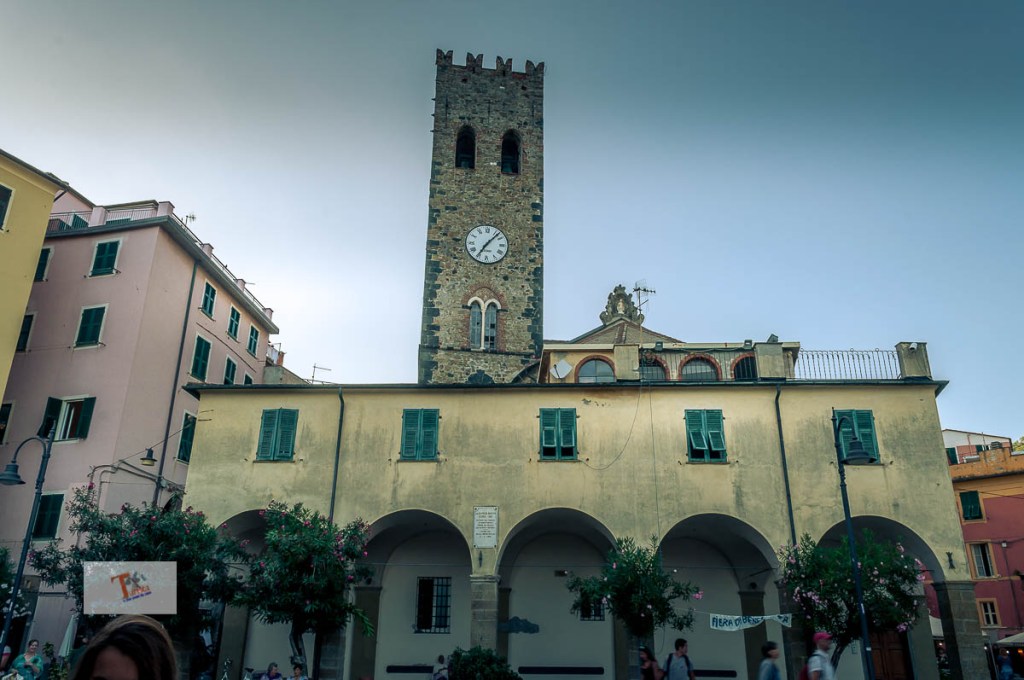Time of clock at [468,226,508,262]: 7:07
